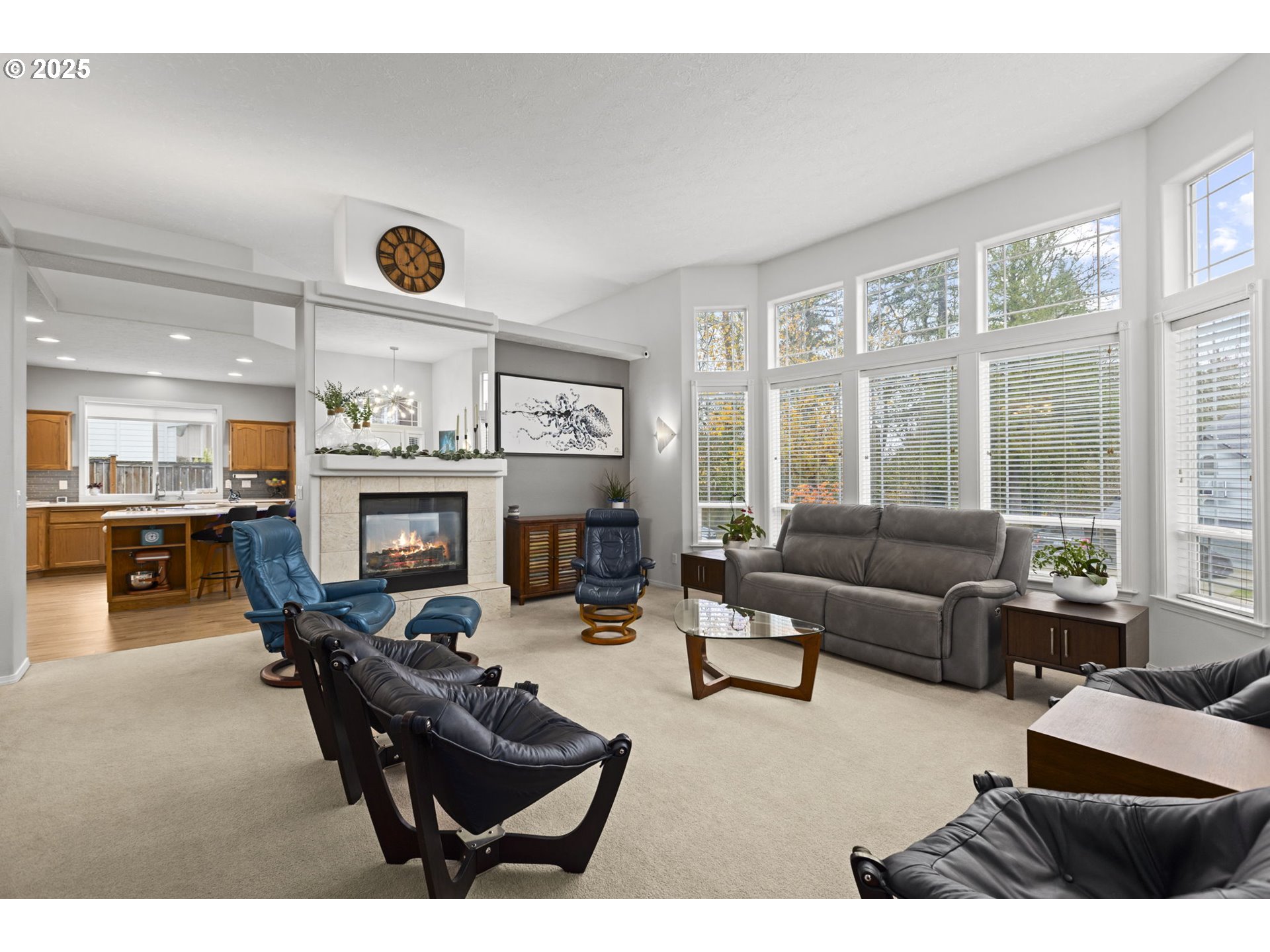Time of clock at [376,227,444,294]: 11:07
